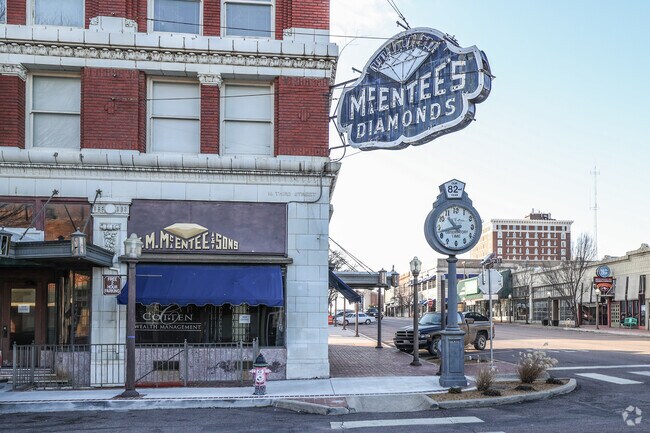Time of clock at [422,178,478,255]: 10:42
